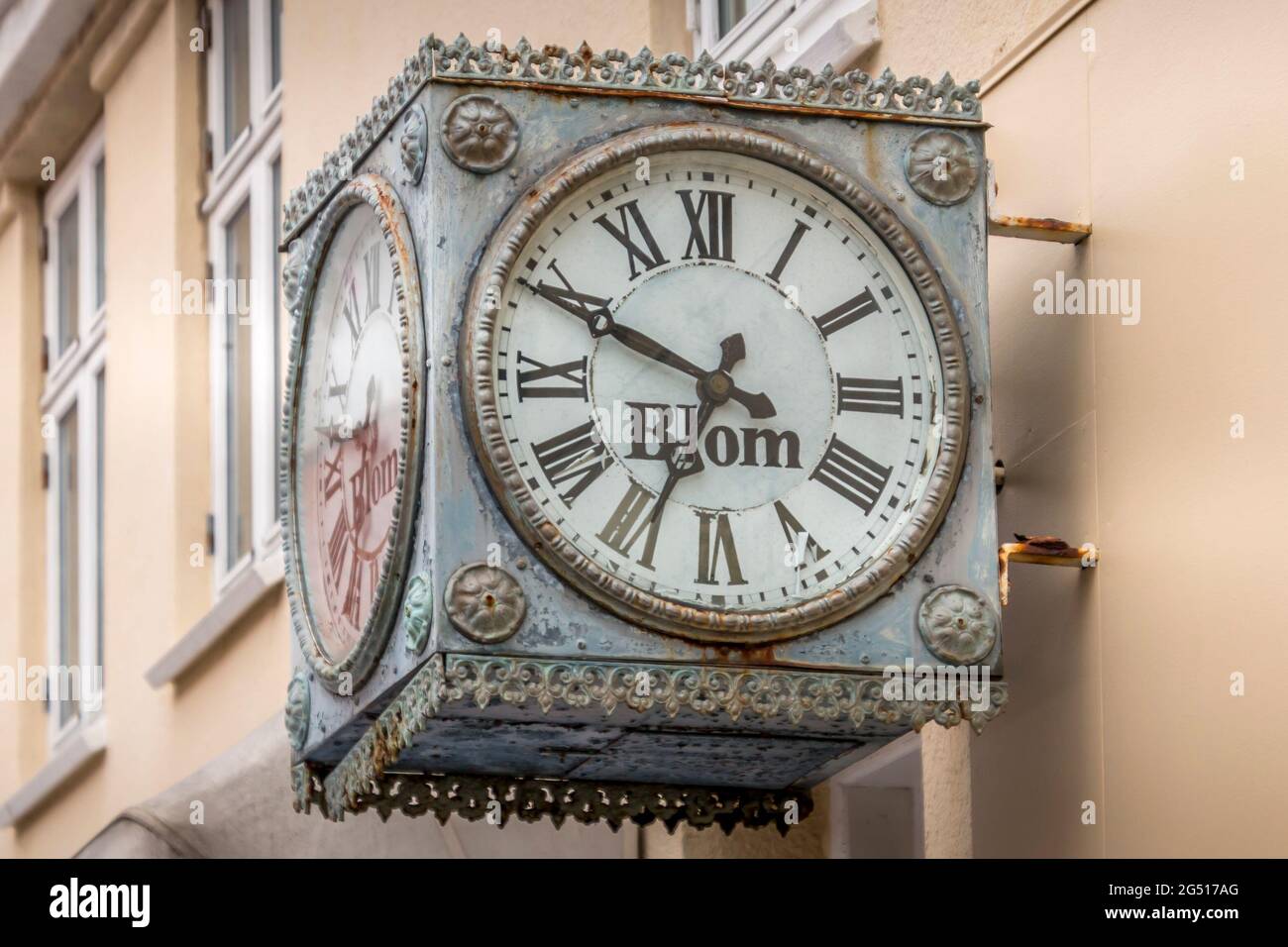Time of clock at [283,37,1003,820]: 6:49
